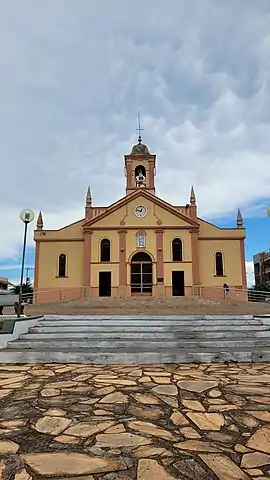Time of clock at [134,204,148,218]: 12:47
